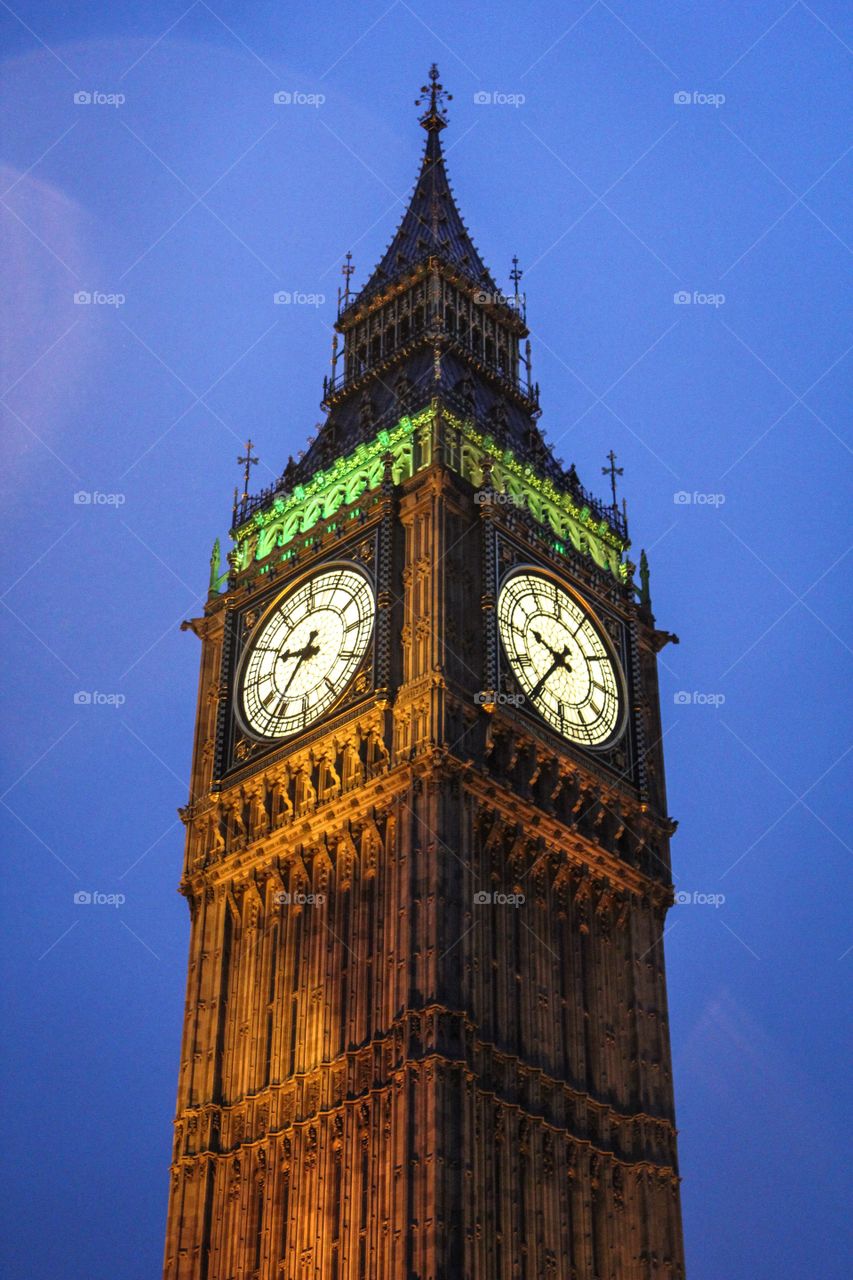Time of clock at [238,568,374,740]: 9:36
